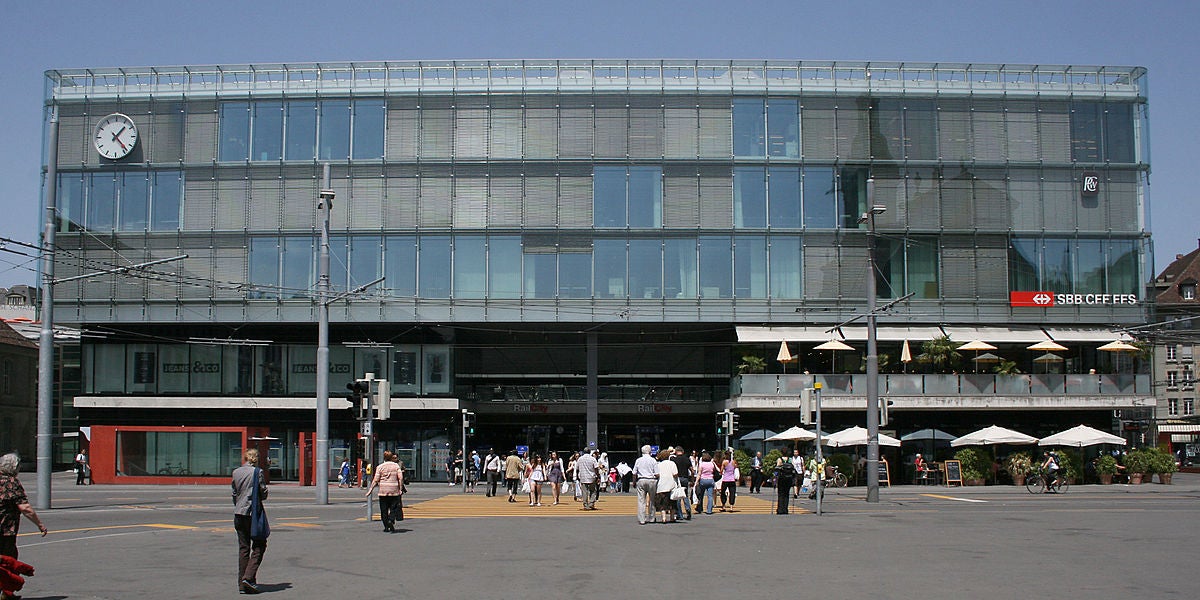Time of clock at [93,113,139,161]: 1:23
